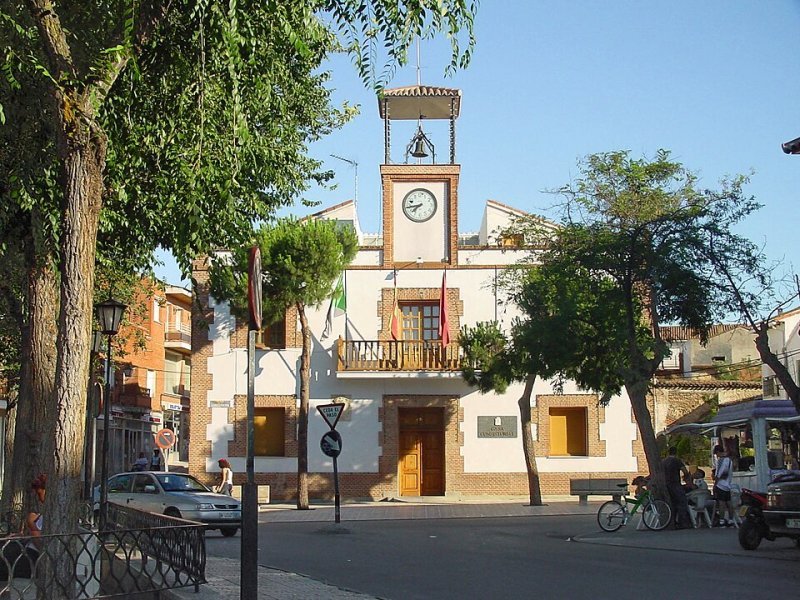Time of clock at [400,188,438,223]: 7:44
